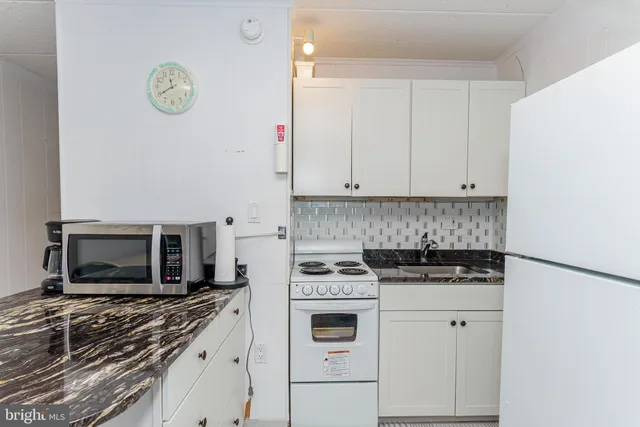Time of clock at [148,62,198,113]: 11:39
